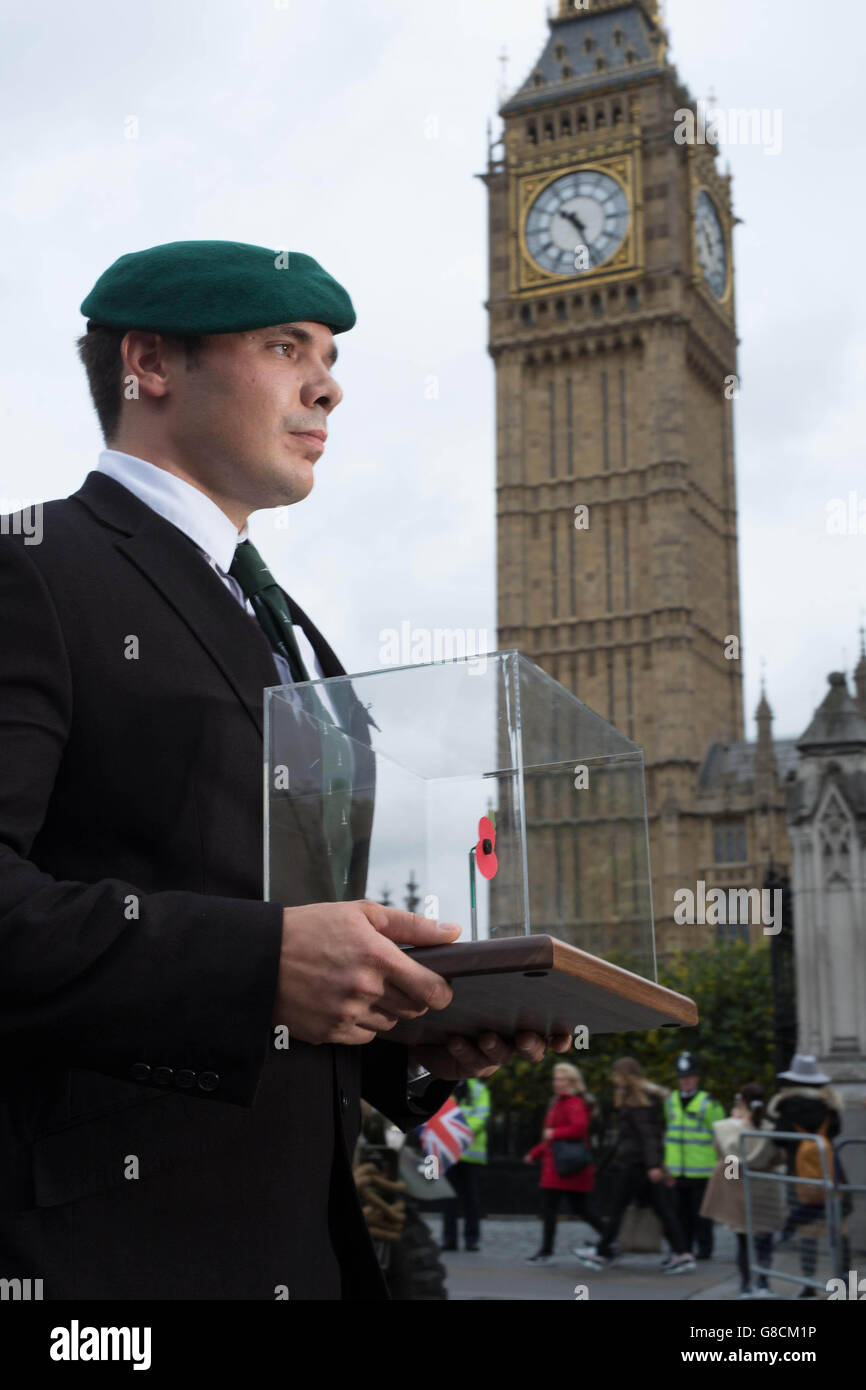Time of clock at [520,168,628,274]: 10:26
